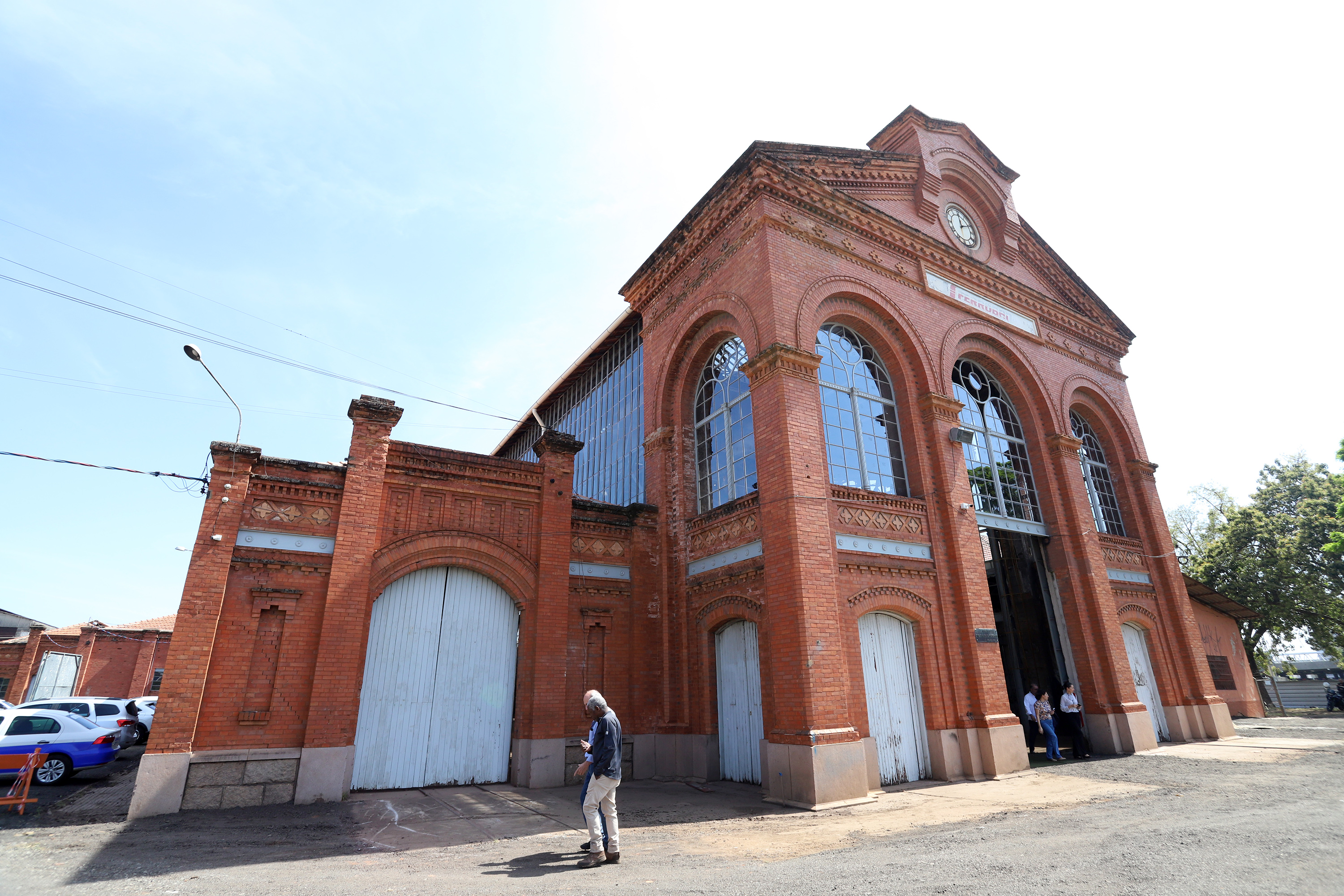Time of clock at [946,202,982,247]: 12:11
